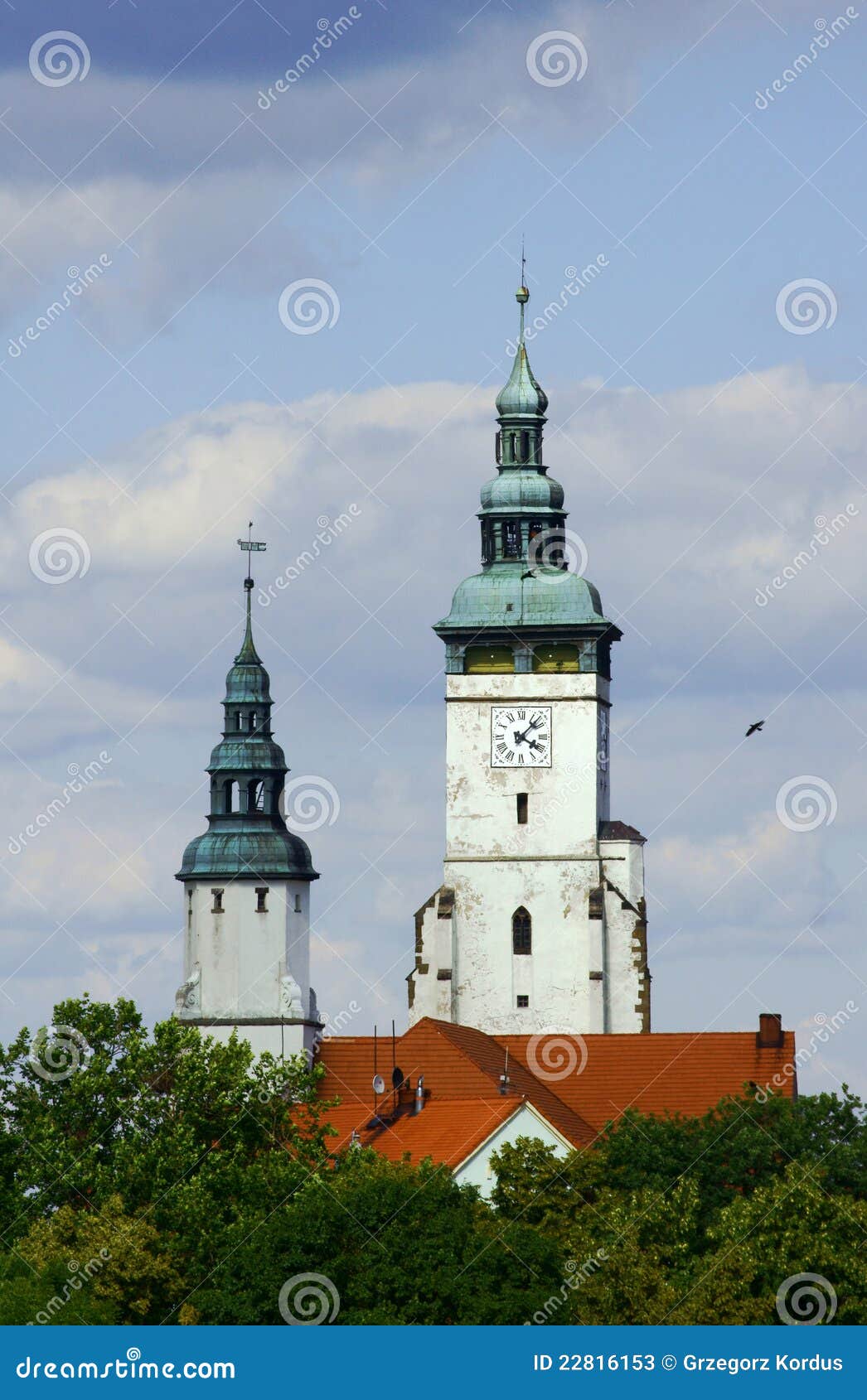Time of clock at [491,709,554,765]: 4:07
